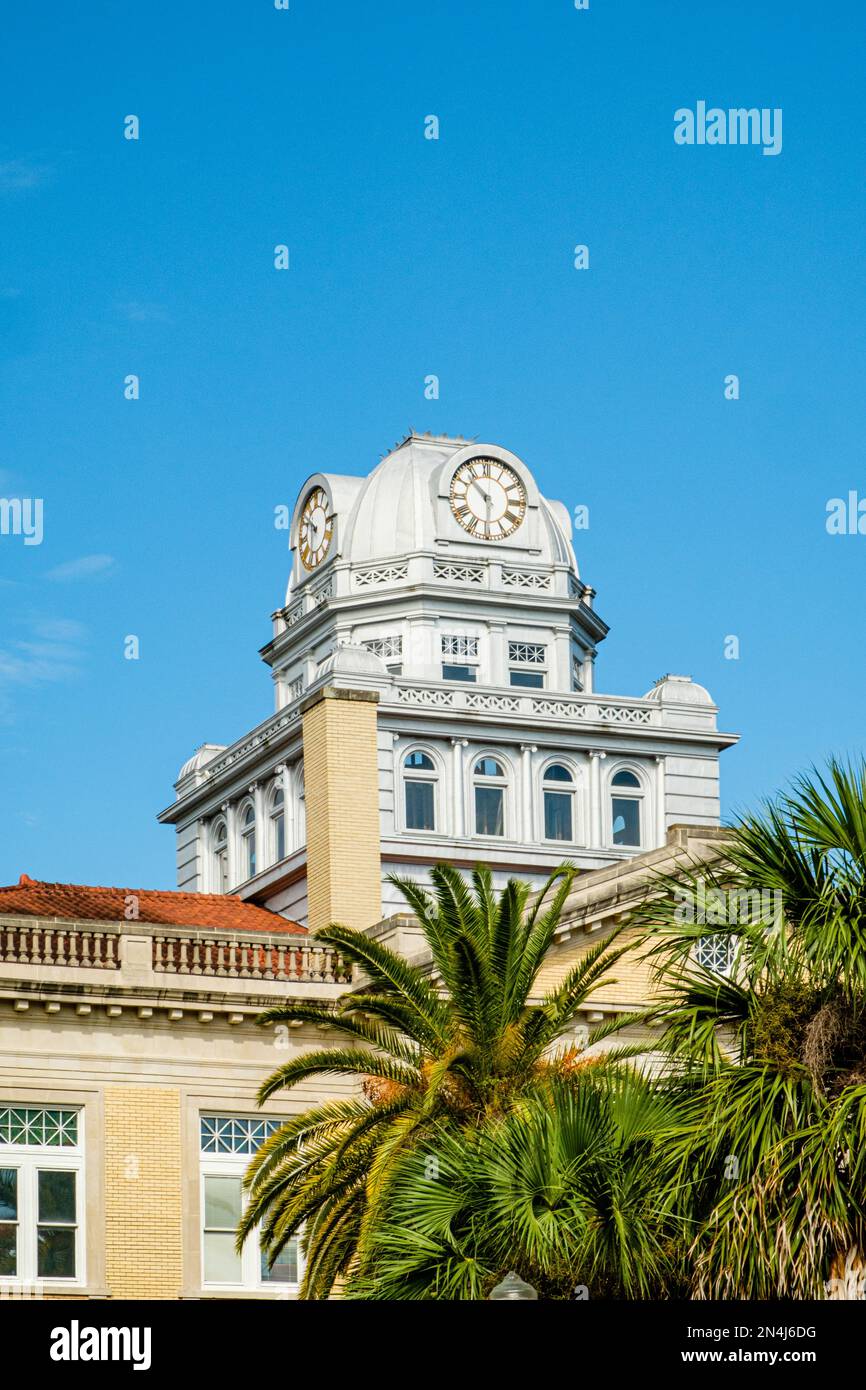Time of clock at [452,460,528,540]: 10:30
